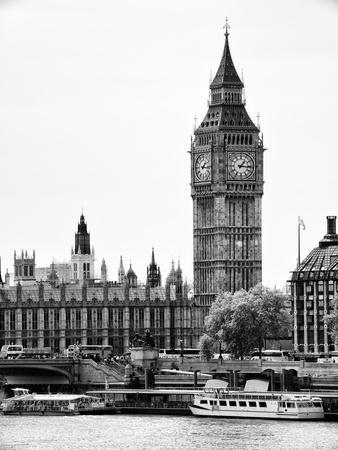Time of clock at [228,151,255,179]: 1:16
